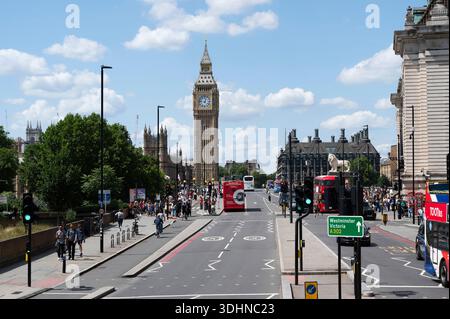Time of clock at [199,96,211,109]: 12:46
